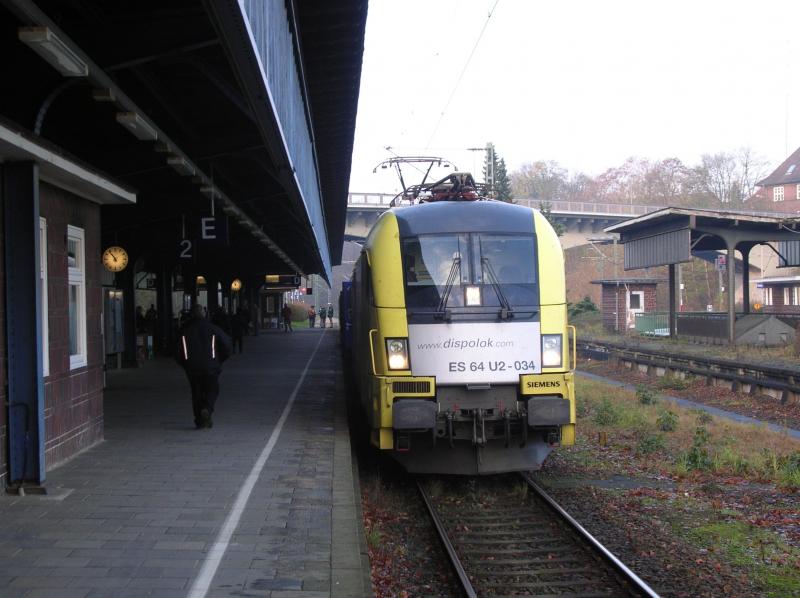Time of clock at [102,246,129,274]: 10:53
